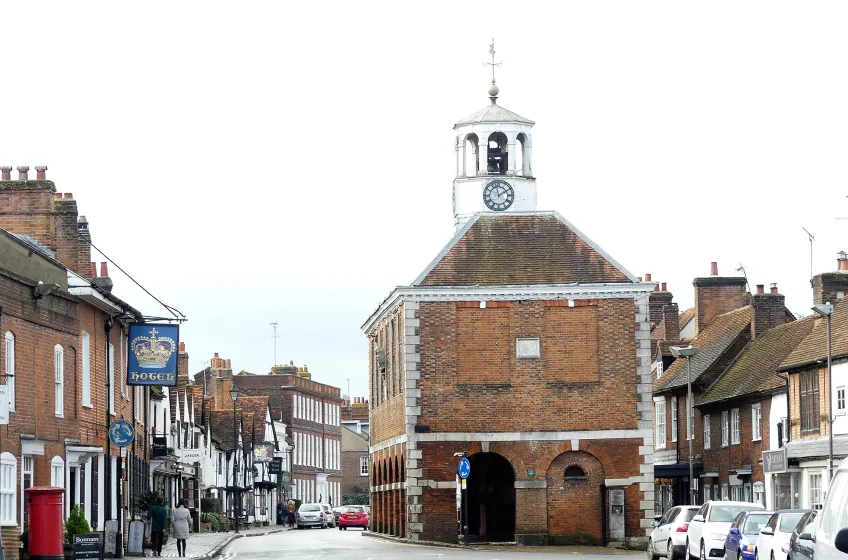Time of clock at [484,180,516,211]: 1:57
